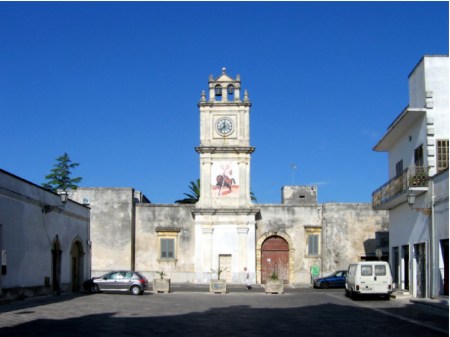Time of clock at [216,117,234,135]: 11:38
